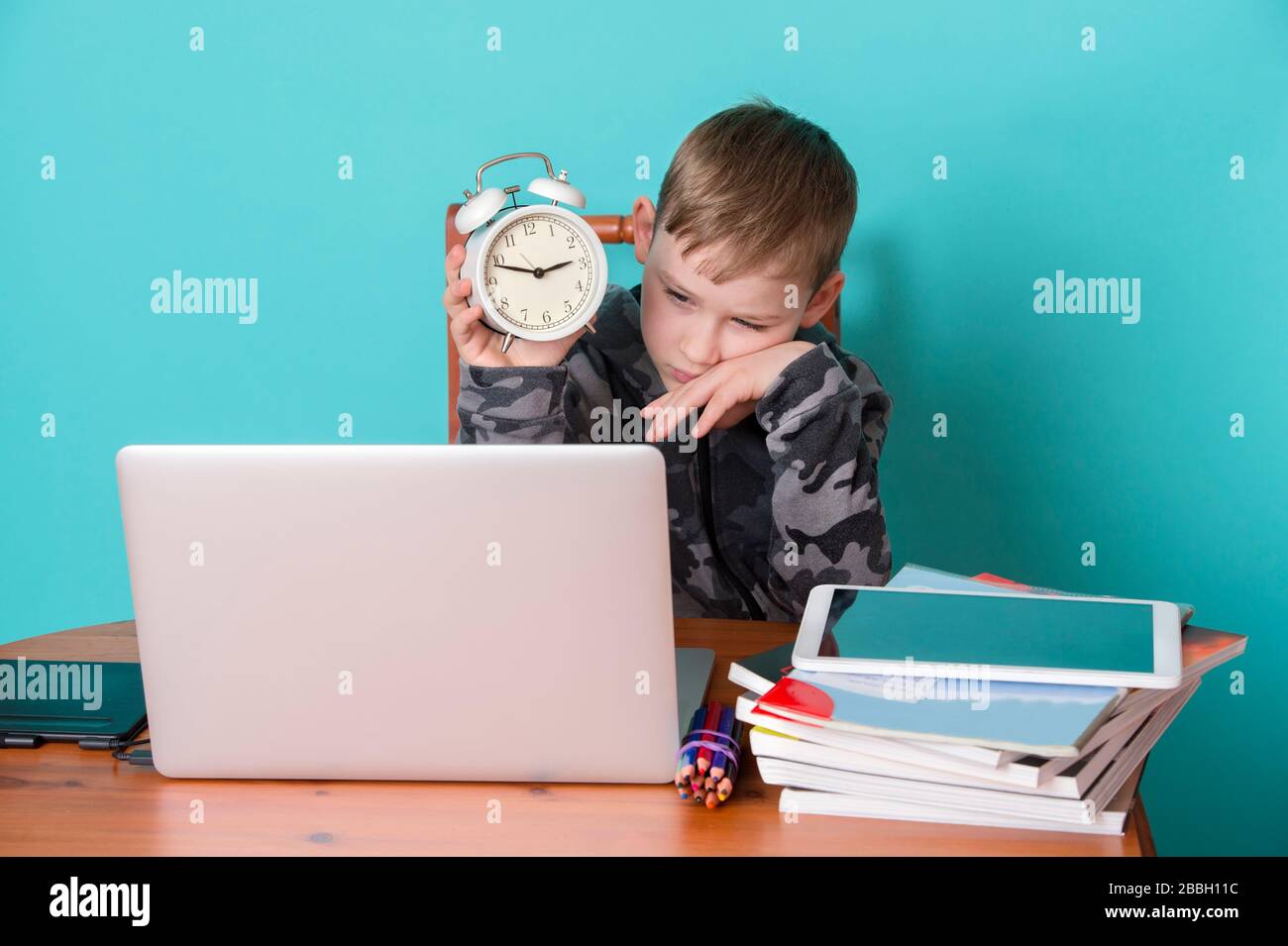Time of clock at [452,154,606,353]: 2:48
